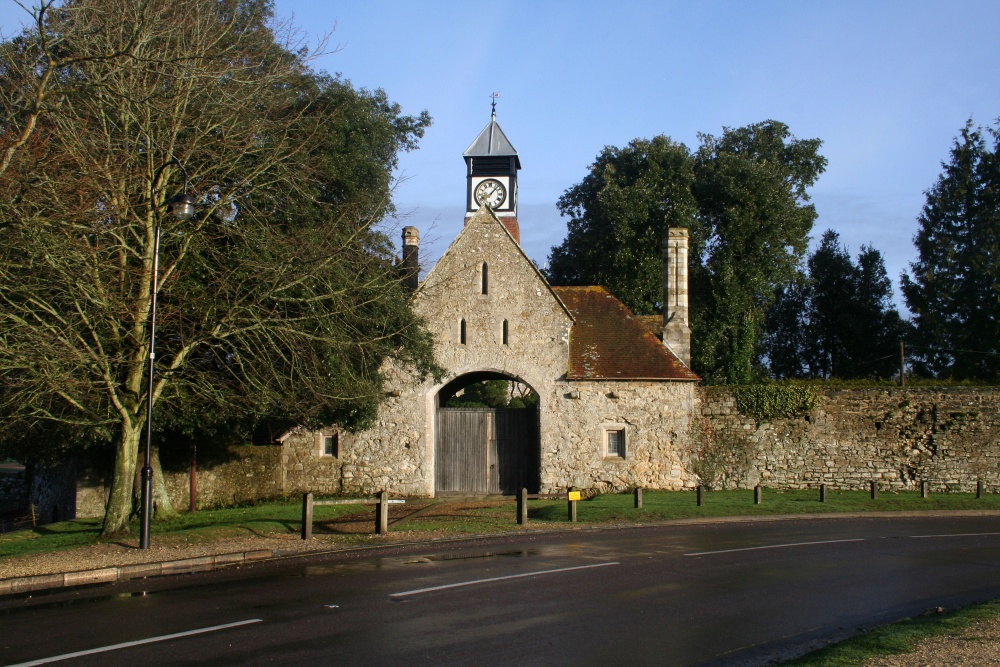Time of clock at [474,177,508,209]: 8:07
